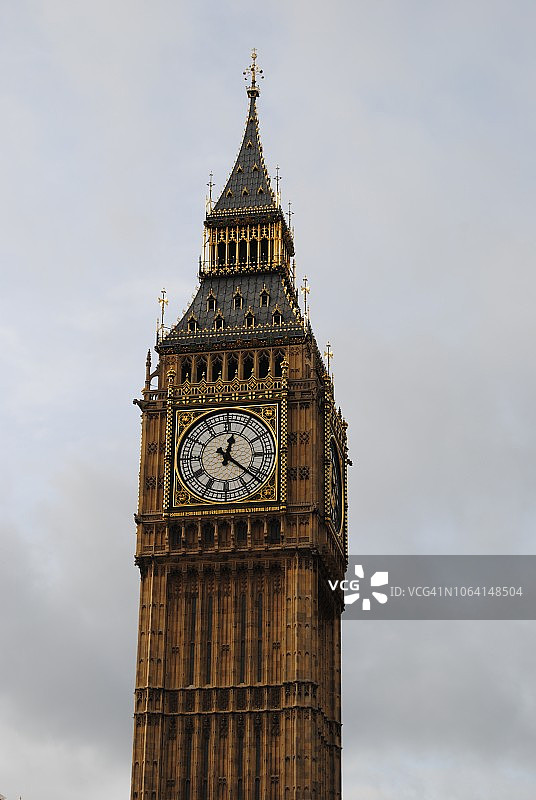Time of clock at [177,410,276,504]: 12:21
